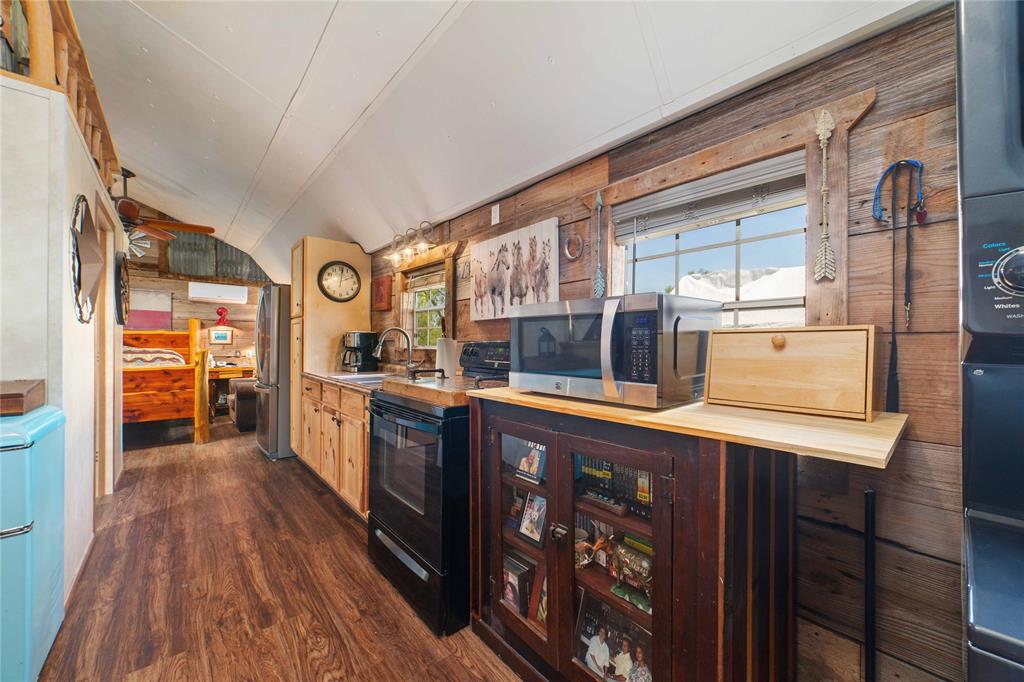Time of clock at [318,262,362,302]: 2:01
